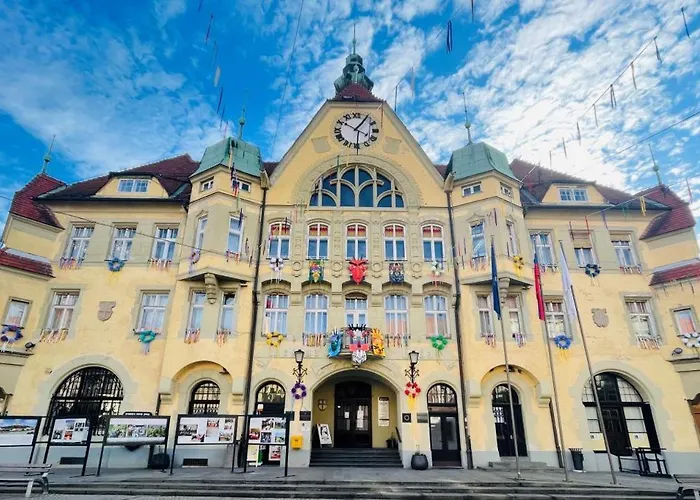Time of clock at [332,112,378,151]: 10:05
